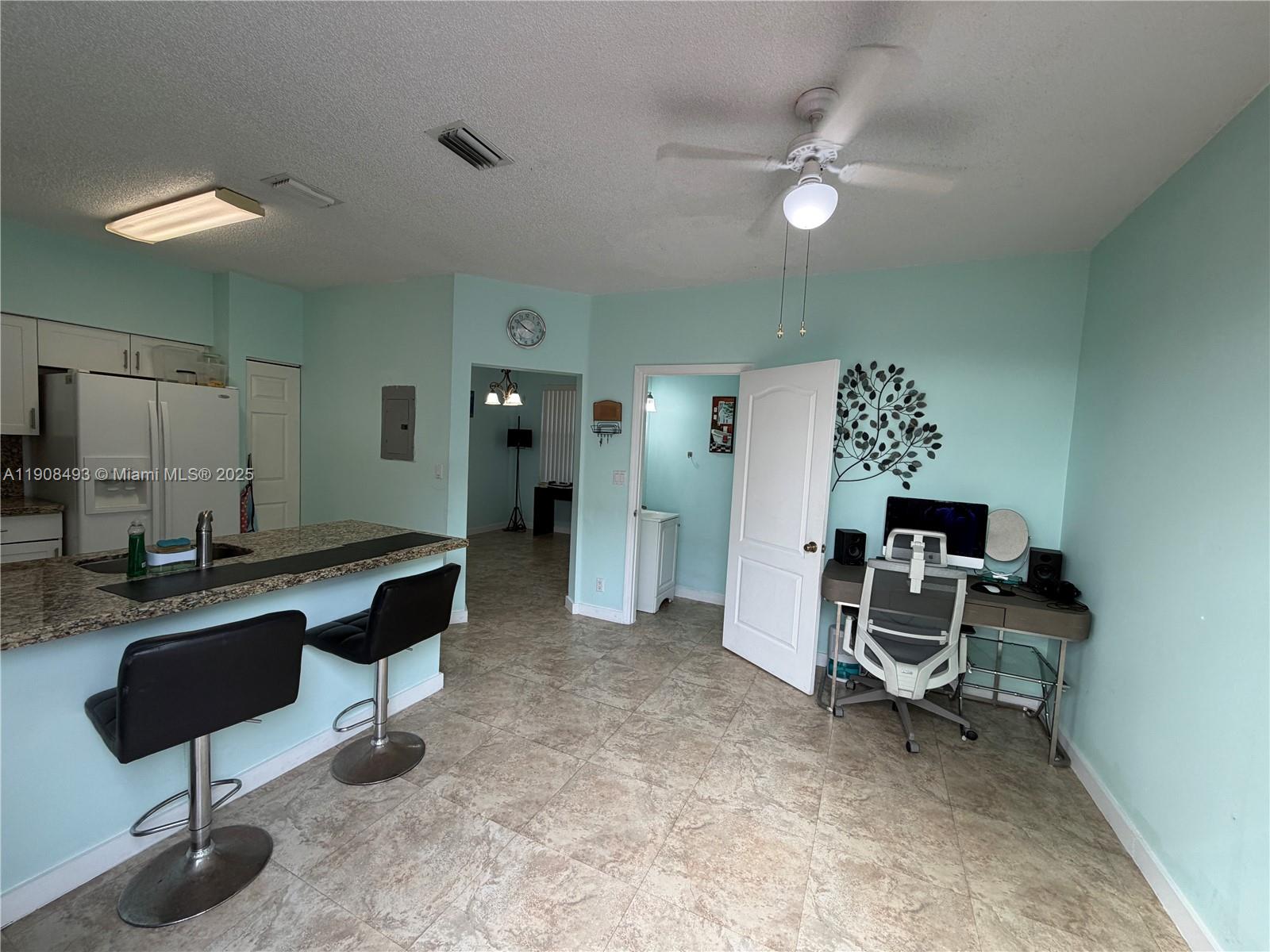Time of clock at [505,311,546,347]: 3:51
